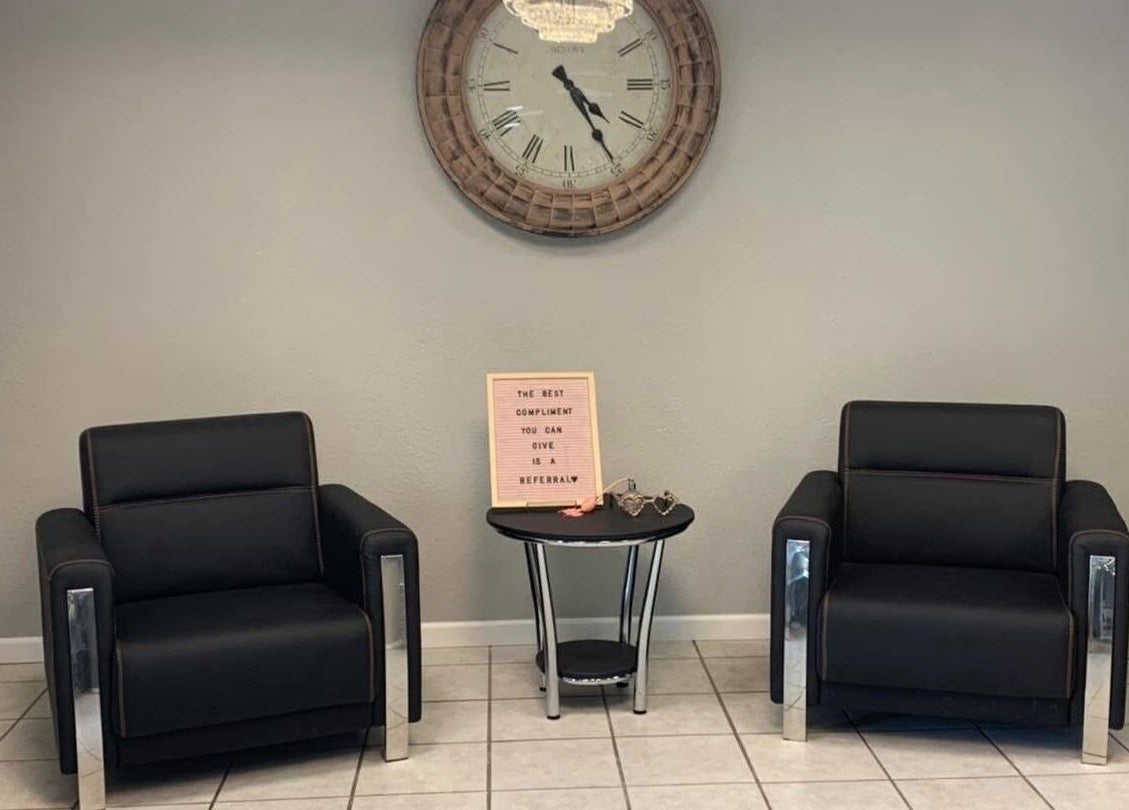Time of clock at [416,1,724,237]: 4:24
